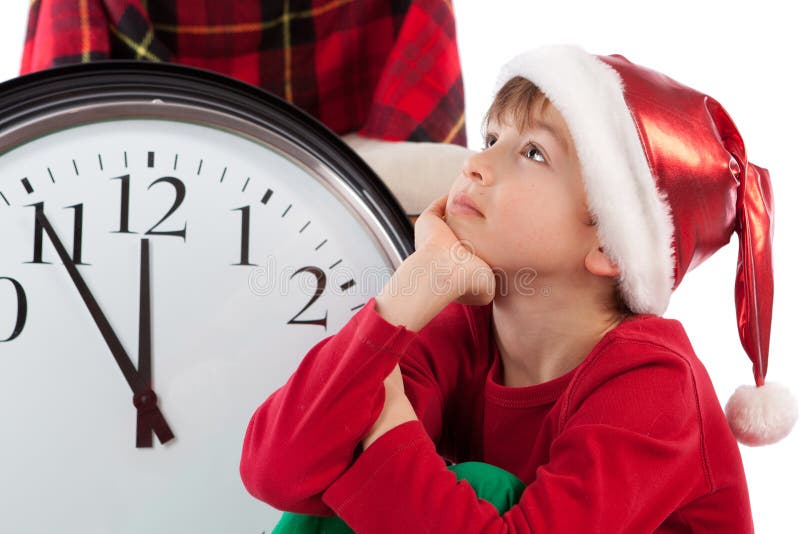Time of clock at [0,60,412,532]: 11:54
